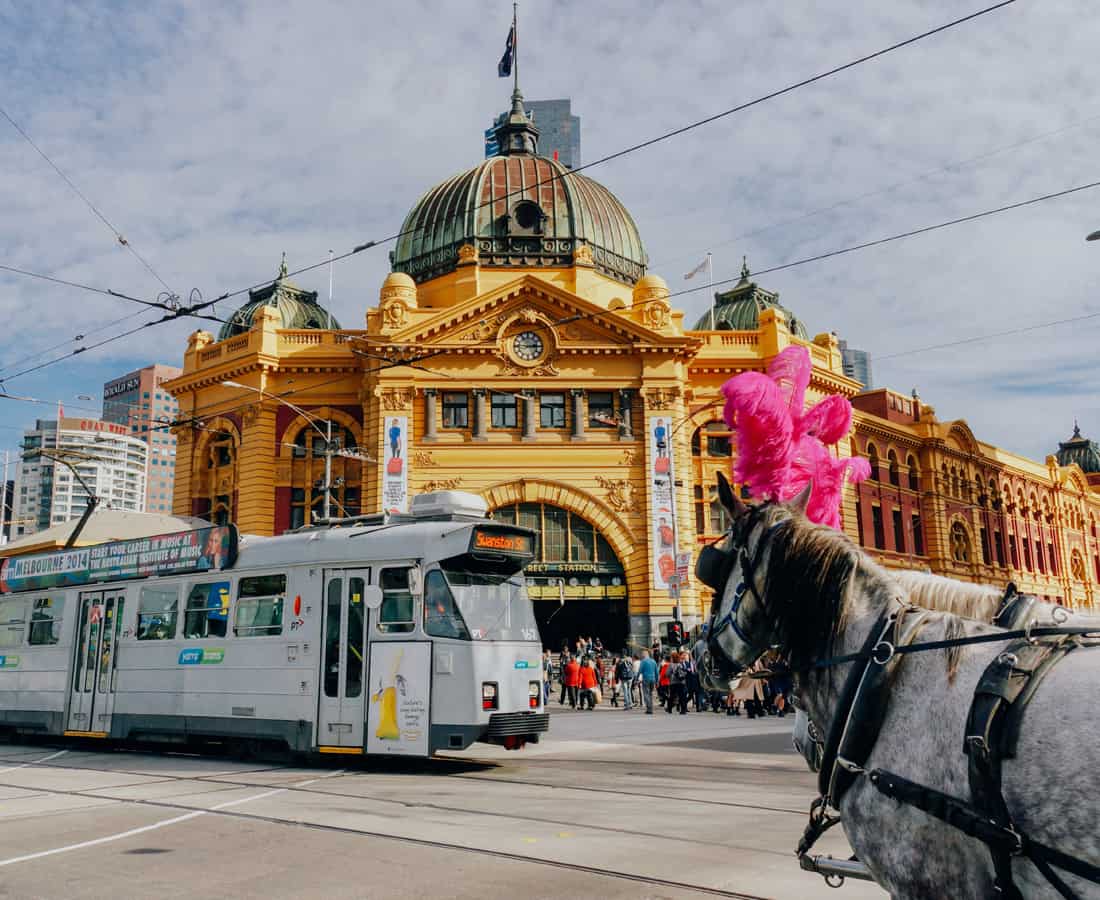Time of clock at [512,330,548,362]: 2:45
